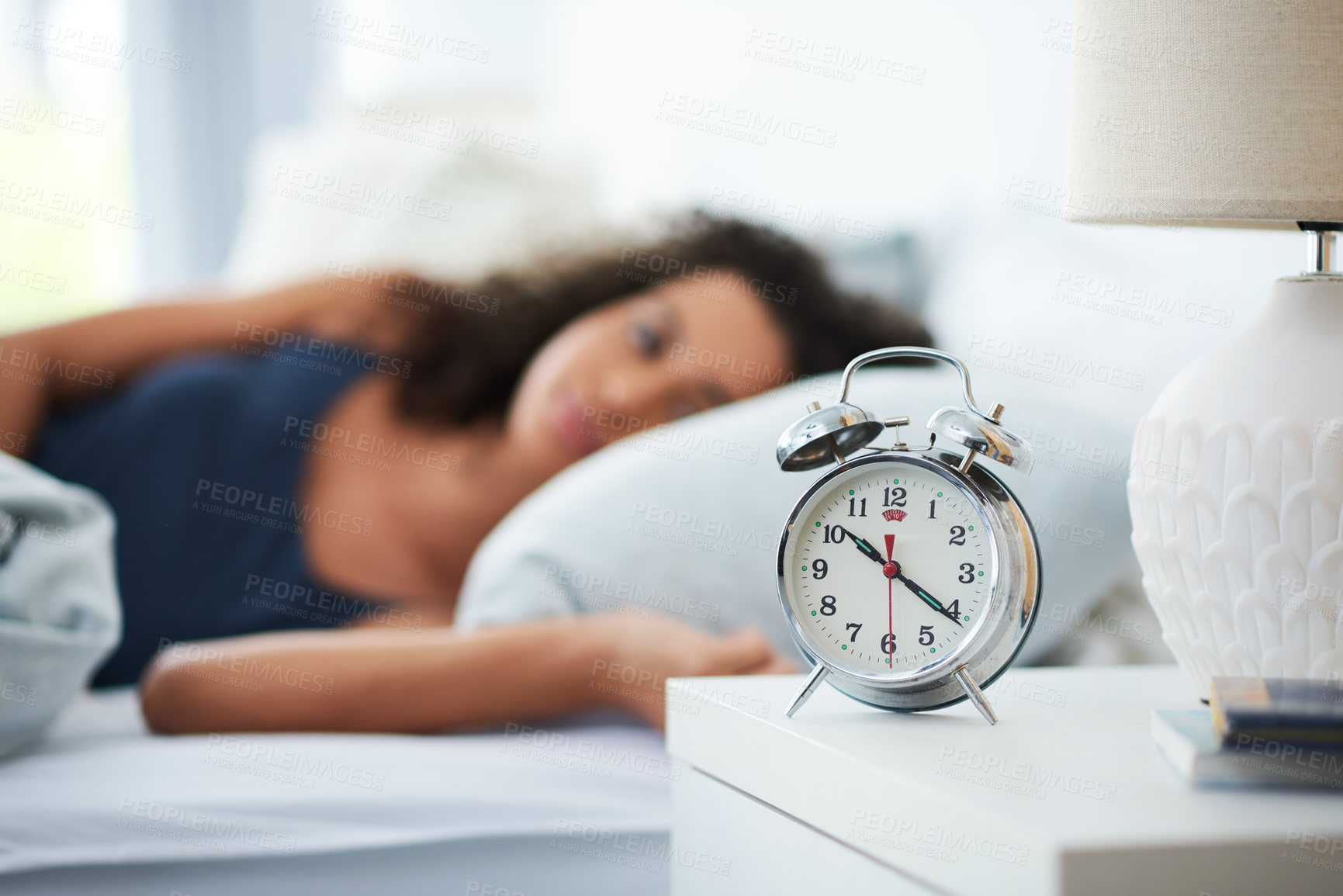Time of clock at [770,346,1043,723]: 10:20
